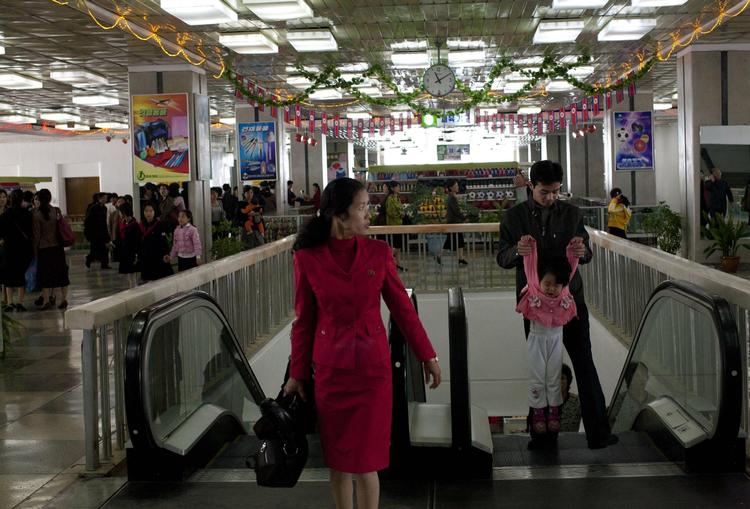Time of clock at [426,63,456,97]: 11:09
